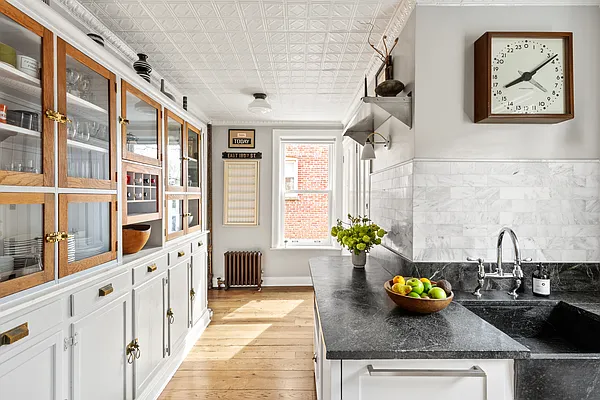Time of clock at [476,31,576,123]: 8:09
